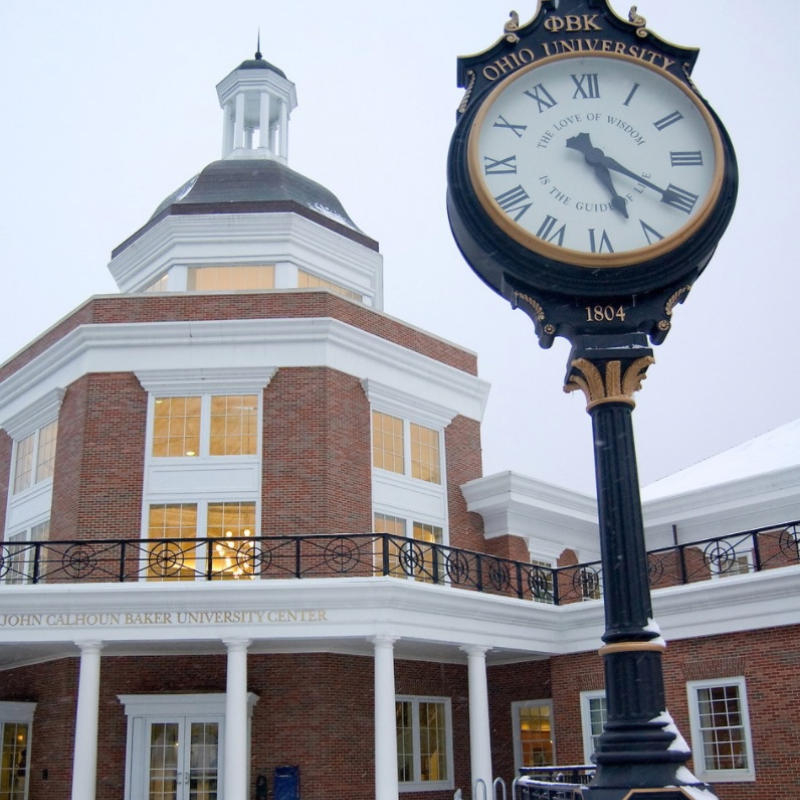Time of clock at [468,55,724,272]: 5:20
